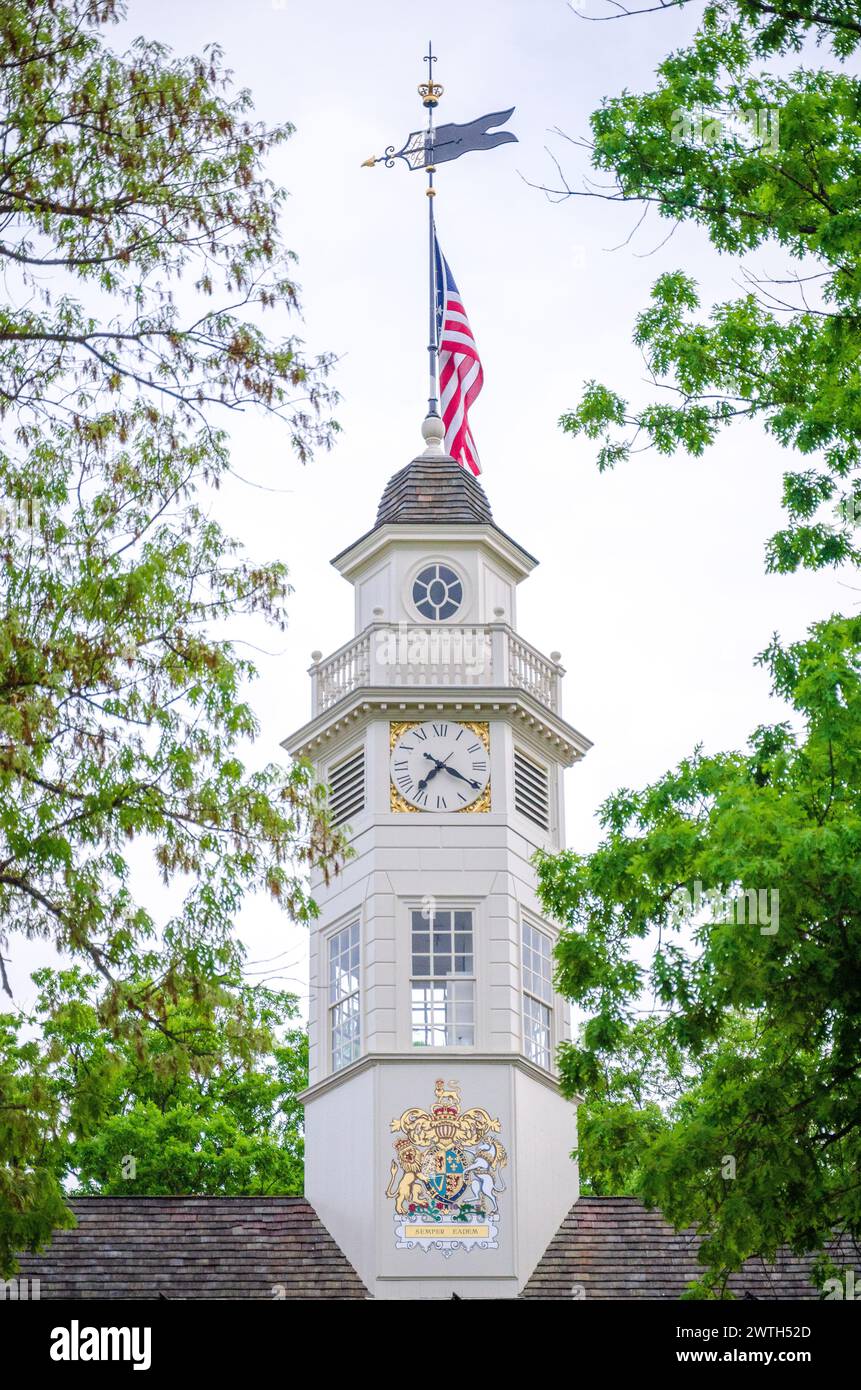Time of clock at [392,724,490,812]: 7:20
